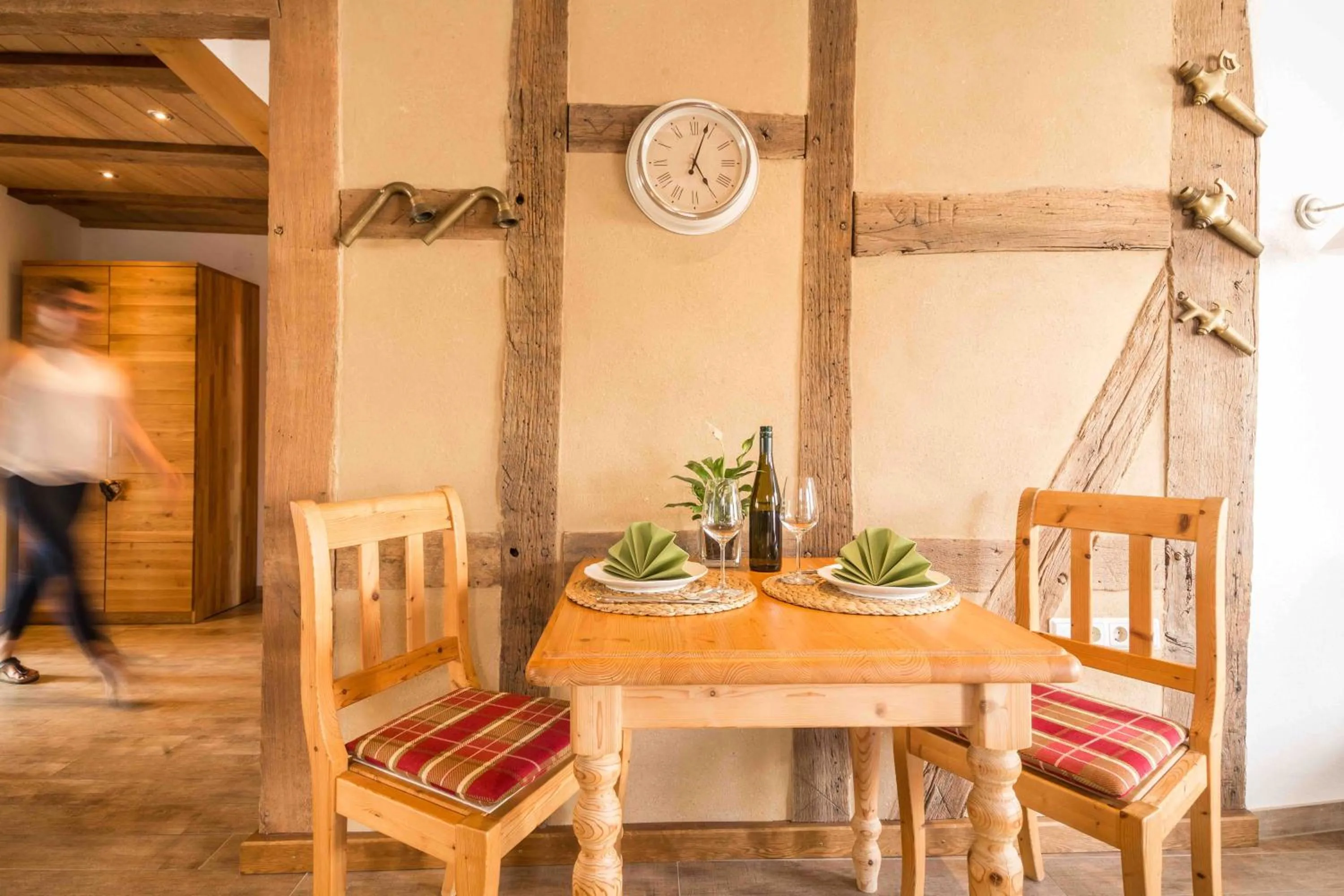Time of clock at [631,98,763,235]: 5:03
